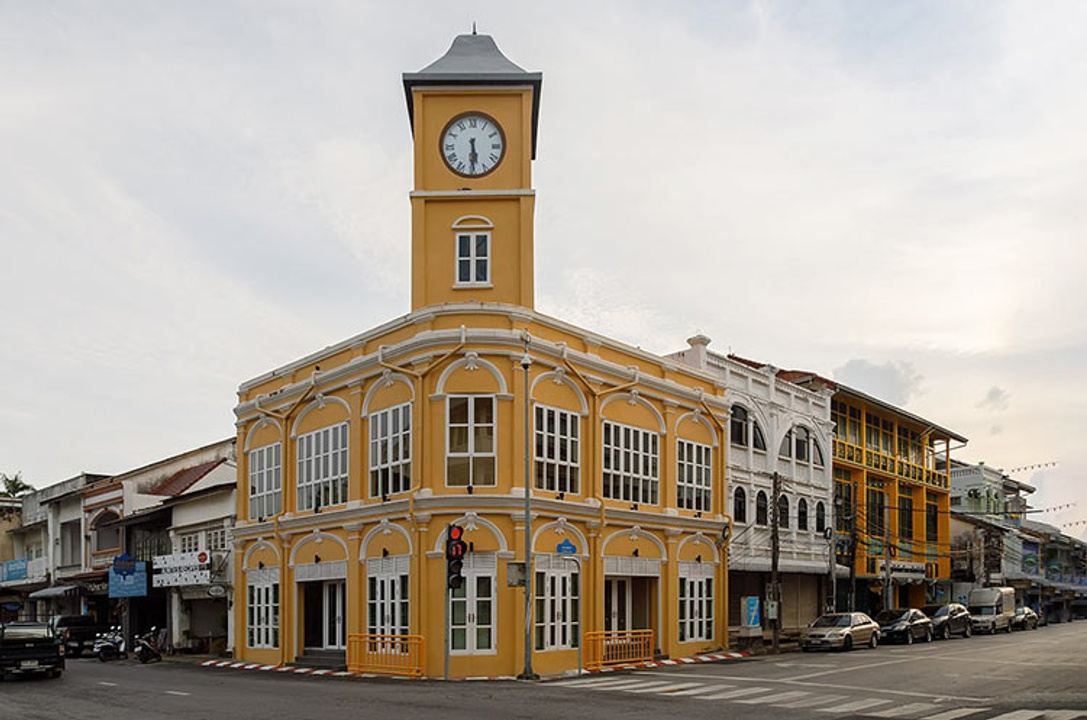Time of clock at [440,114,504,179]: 5:29
